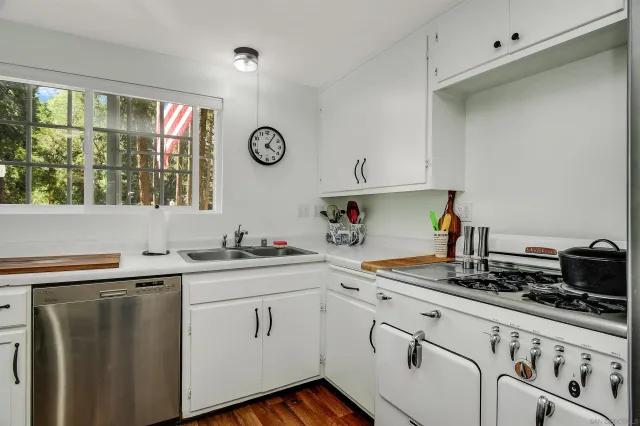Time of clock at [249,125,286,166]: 4:05
